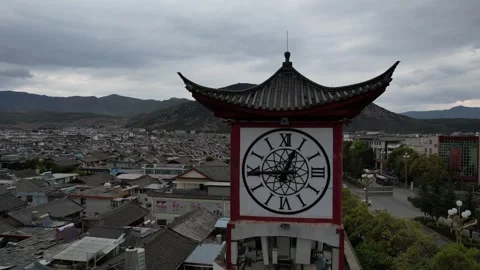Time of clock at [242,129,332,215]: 12:44
